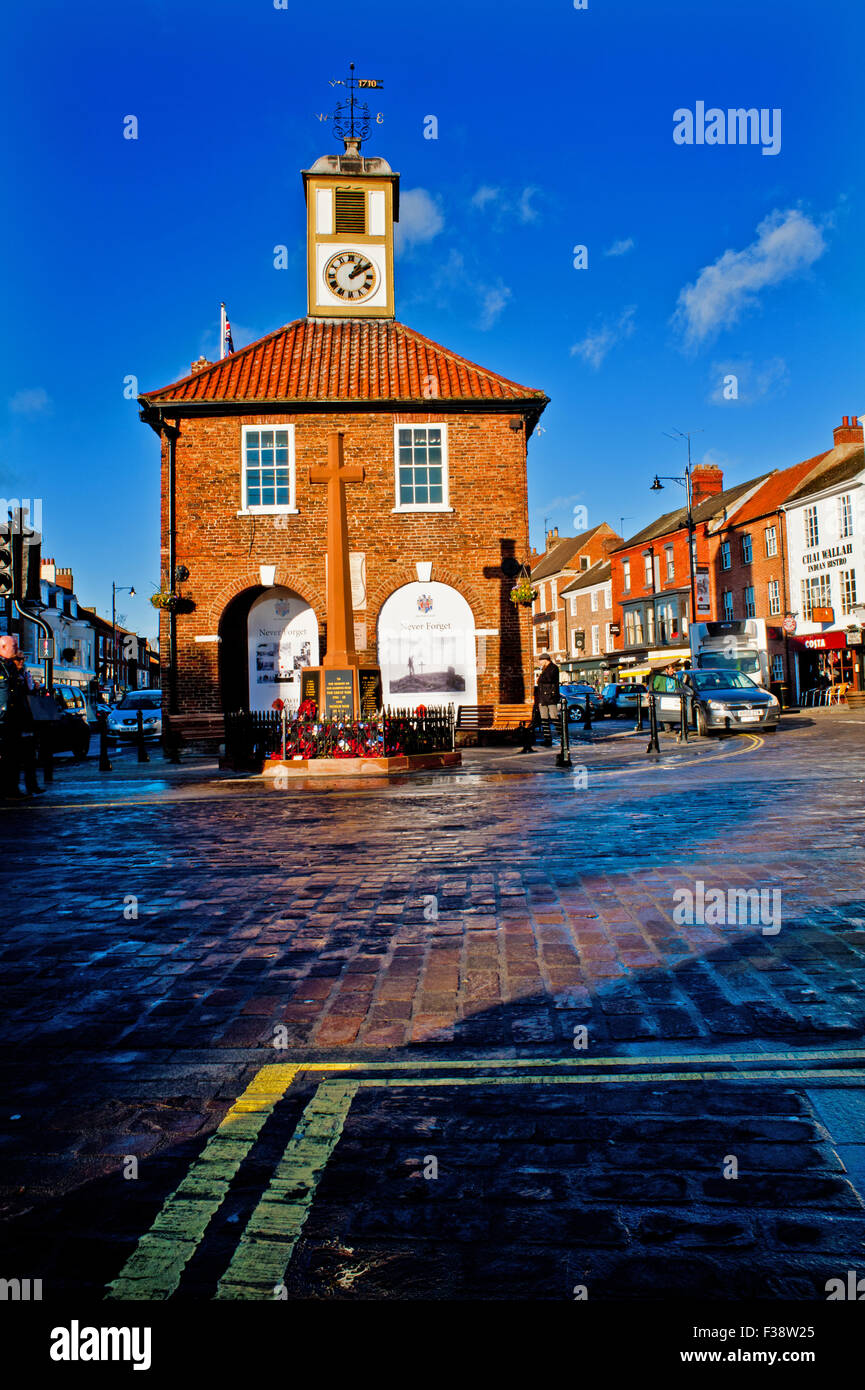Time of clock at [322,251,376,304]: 1:09
